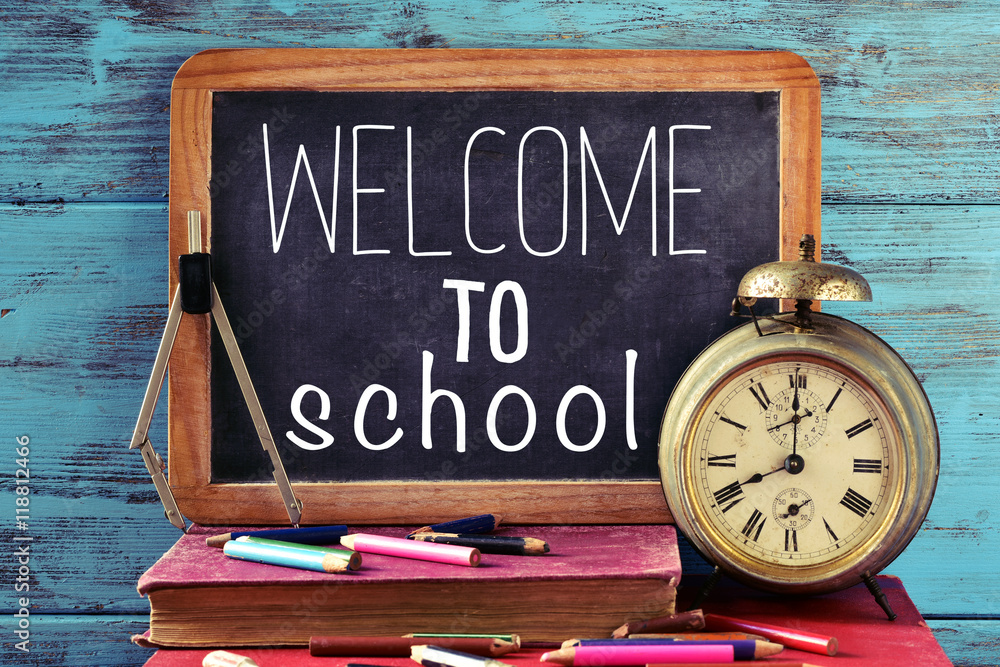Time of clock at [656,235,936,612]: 7:59
